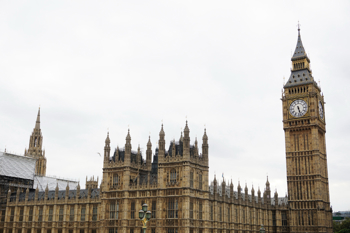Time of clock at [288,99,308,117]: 5:27
